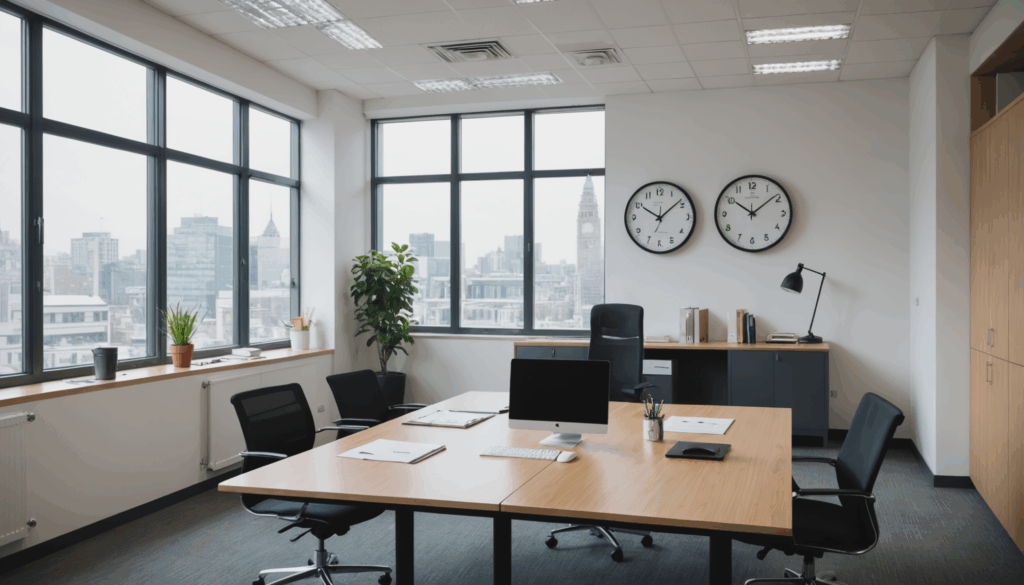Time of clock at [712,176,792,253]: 10:08
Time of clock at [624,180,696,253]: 10:08
